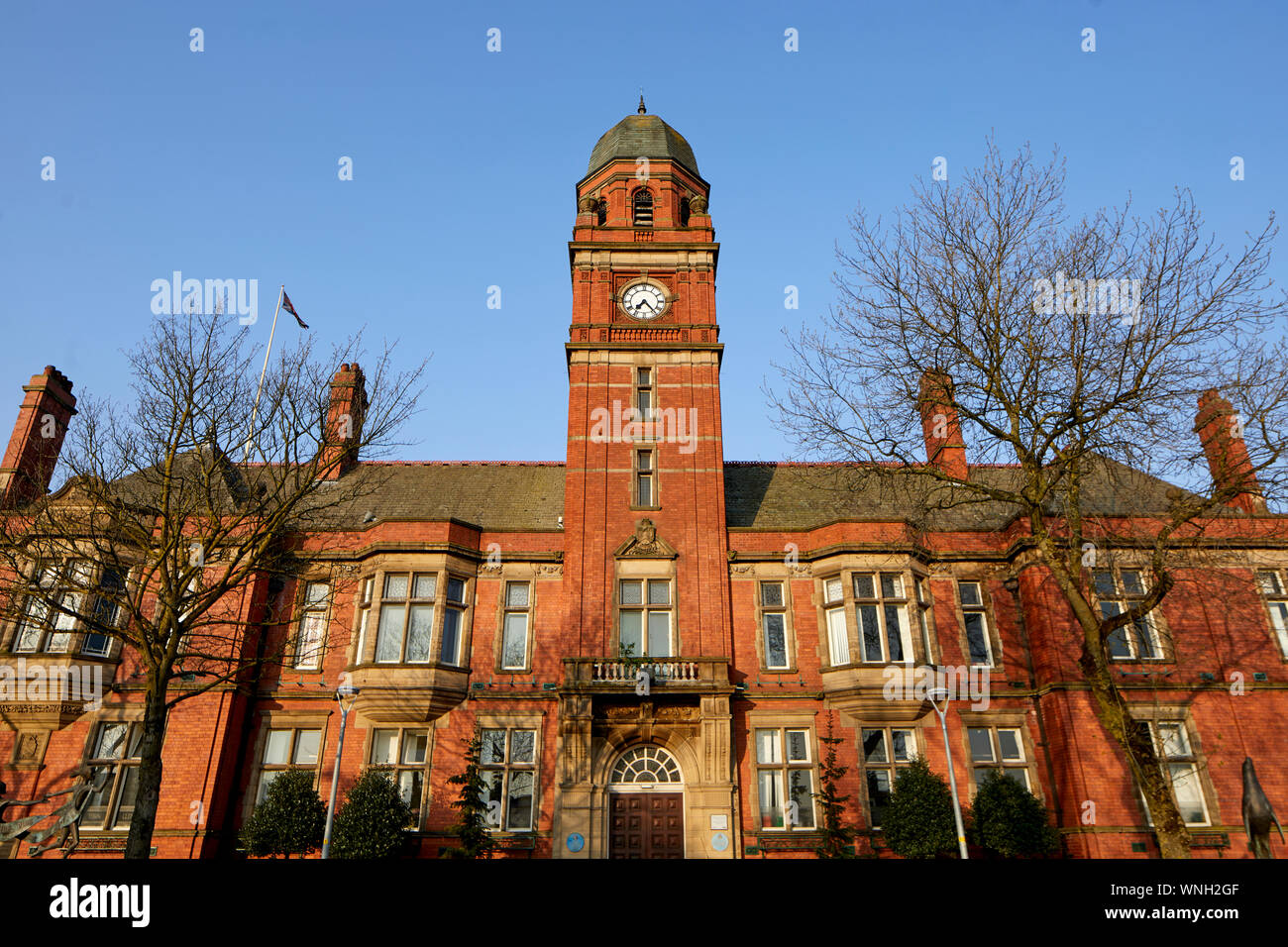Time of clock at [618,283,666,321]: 7:23
